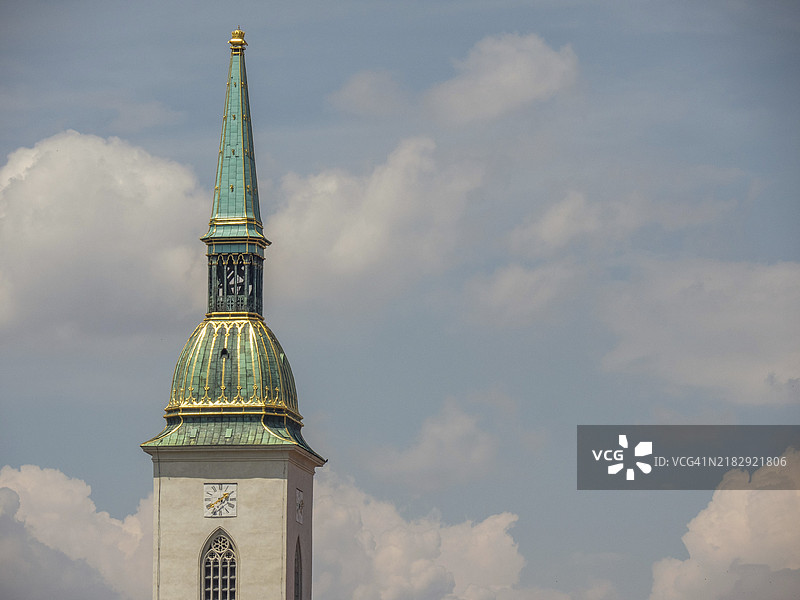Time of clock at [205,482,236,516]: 1:39
